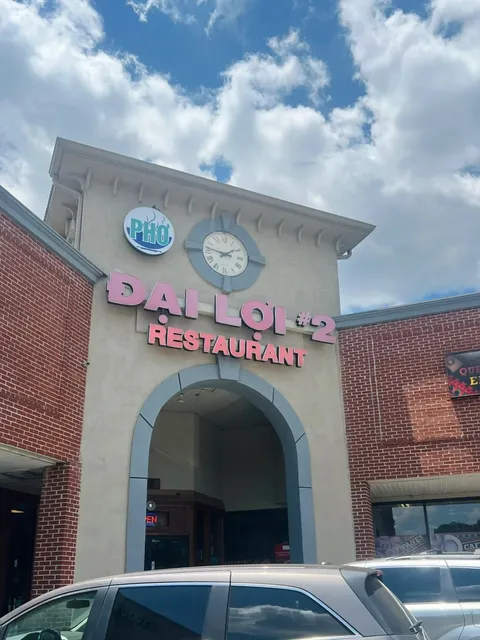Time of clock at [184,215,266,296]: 1:46
